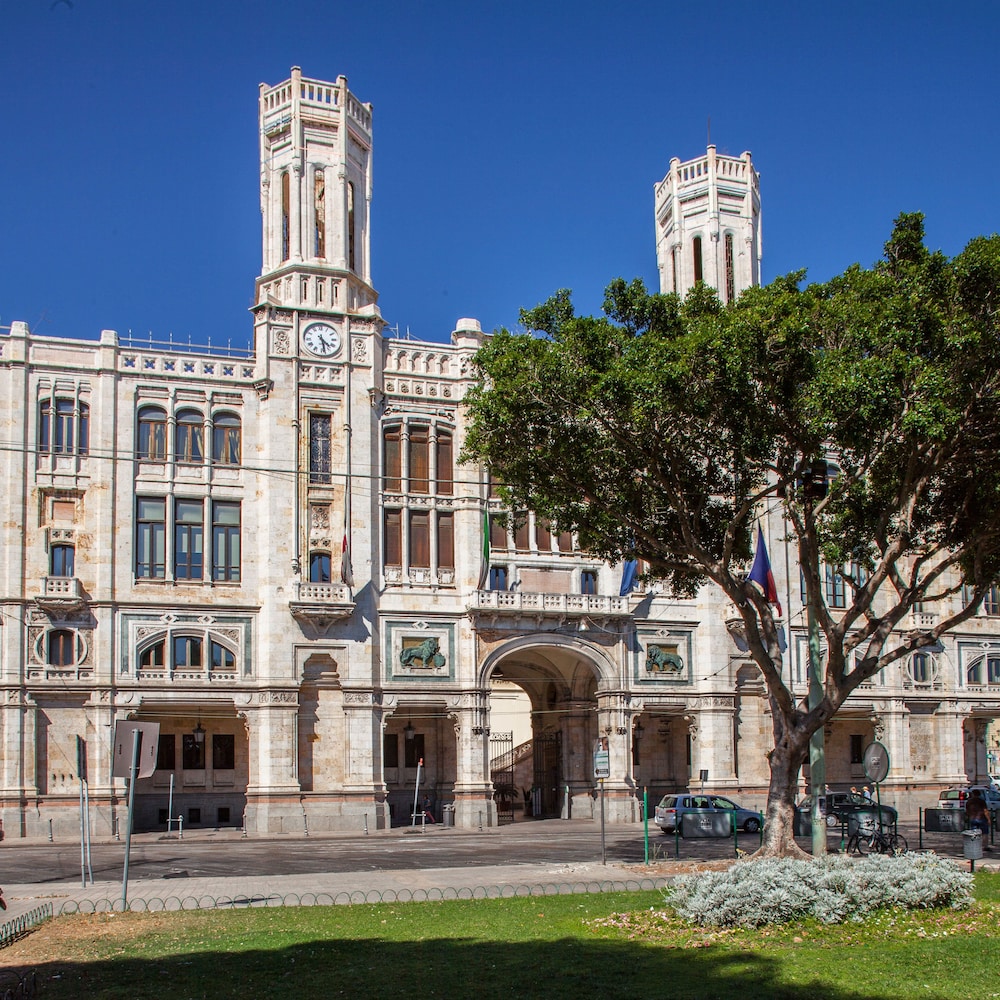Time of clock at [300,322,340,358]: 4:28
